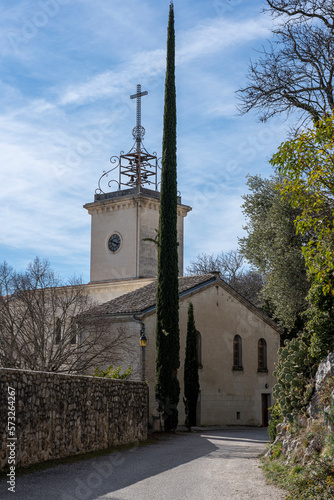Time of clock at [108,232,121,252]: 3:47
